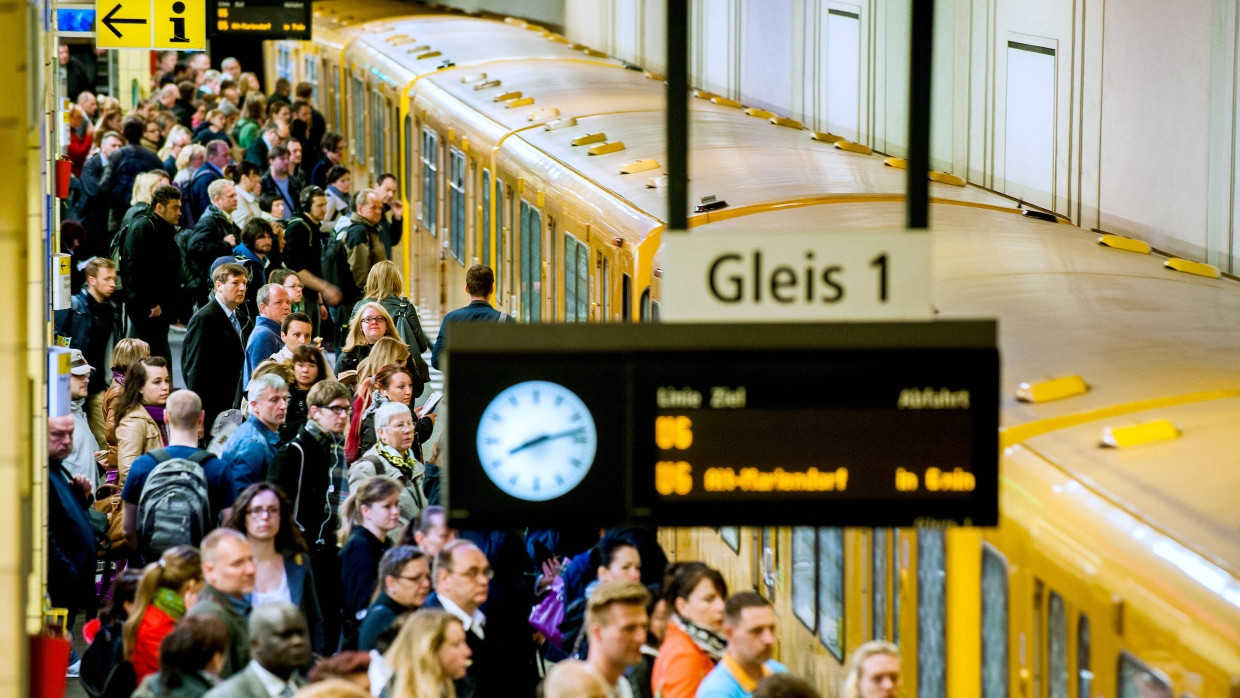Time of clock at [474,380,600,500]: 8:12
